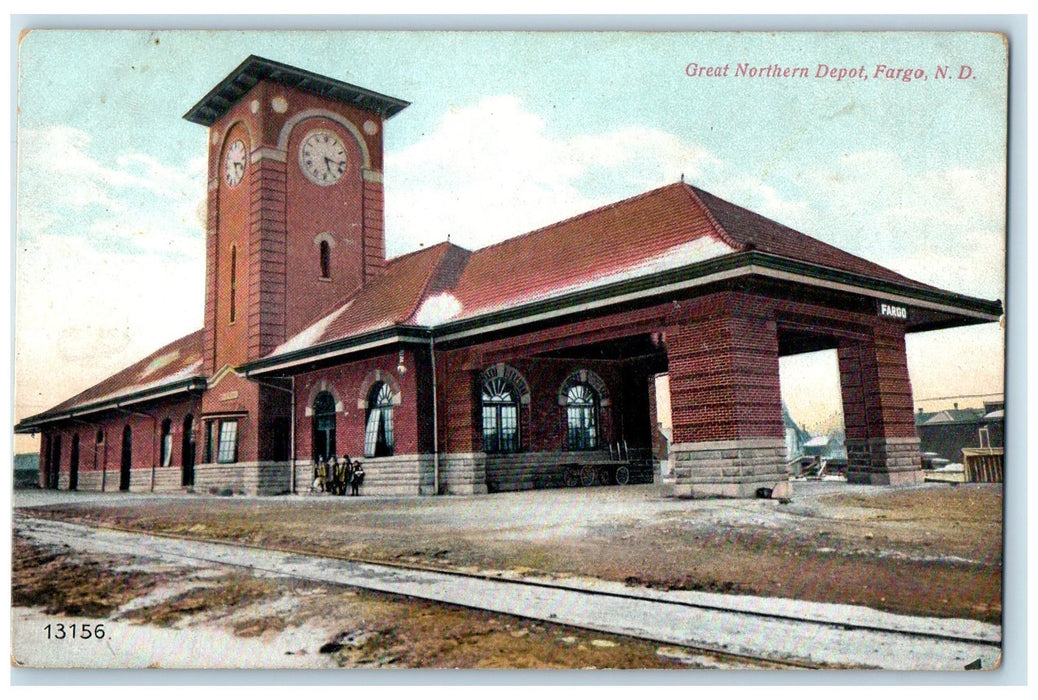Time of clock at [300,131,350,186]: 5:16
